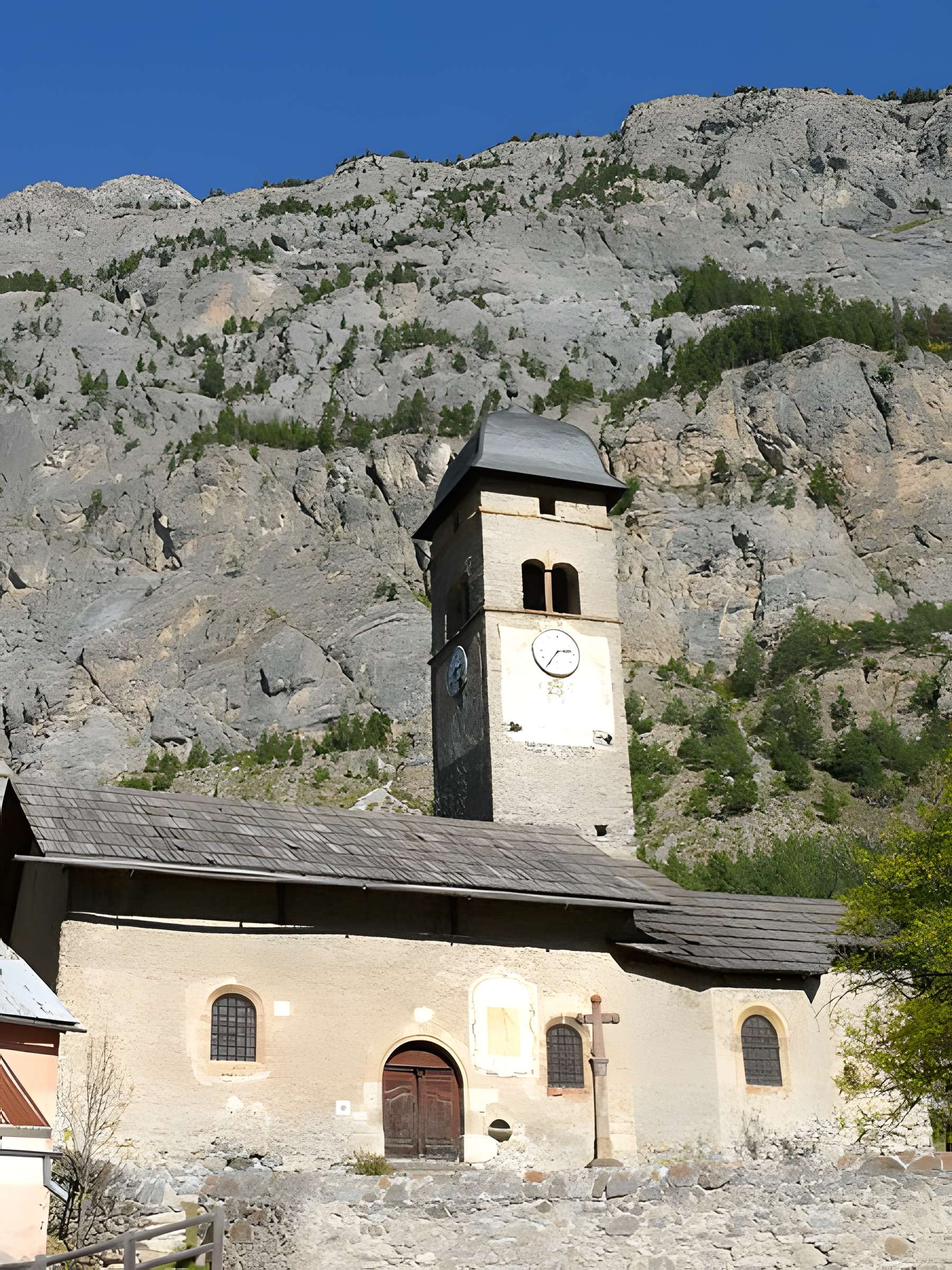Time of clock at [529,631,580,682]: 2:35
